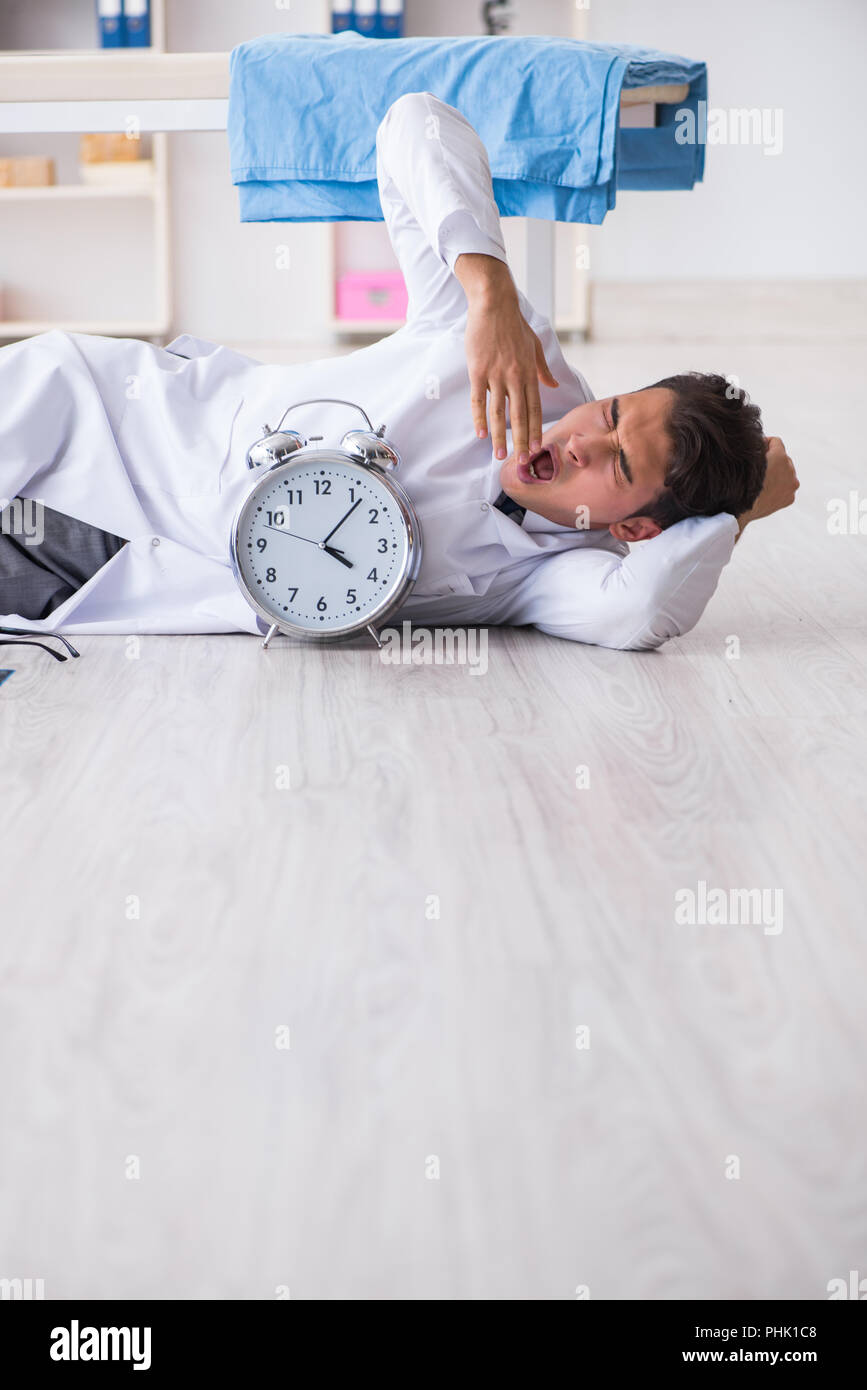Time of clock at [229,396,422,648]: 4:06
